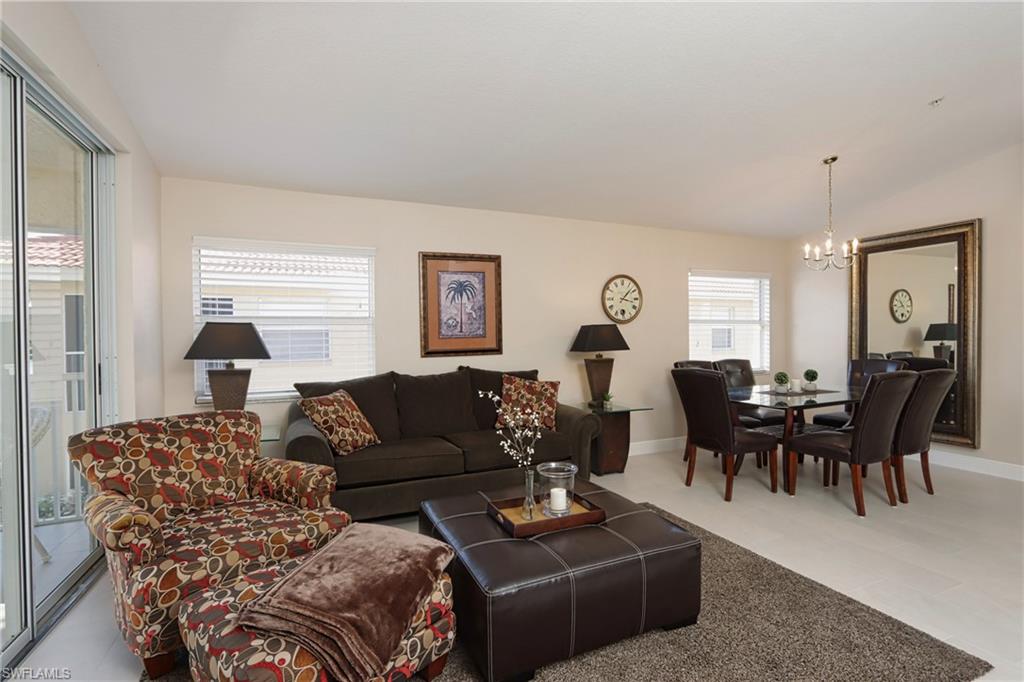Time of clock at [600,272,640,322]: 3:07
